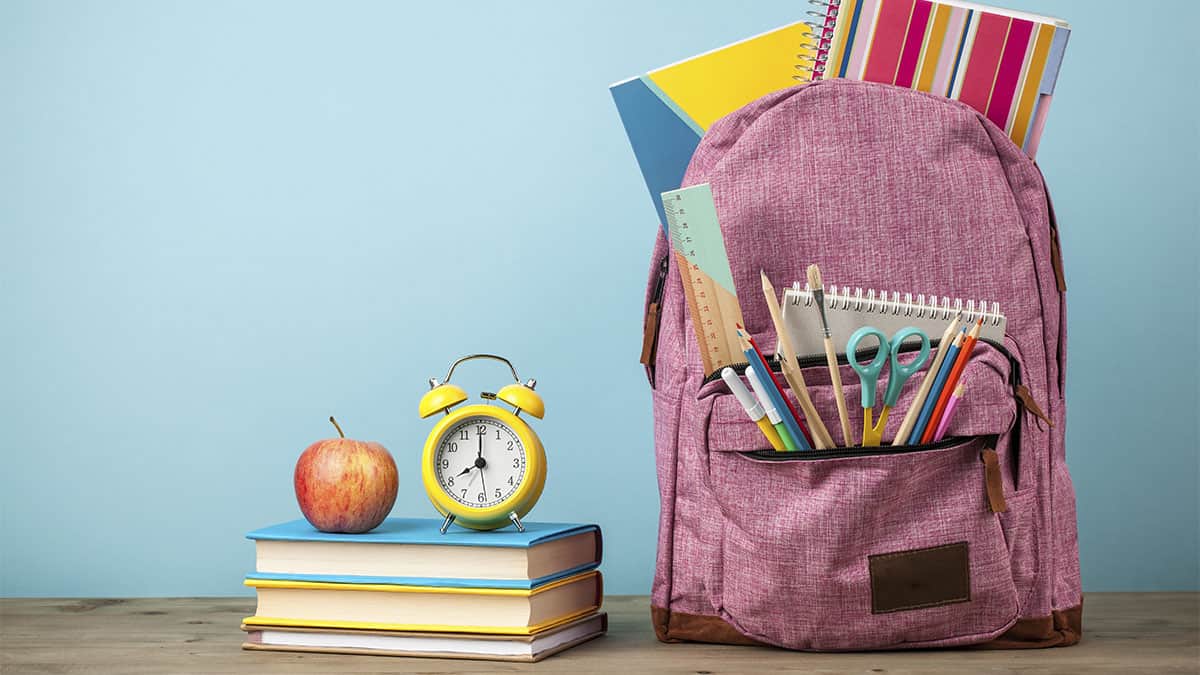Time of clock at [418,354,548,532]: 8:00
